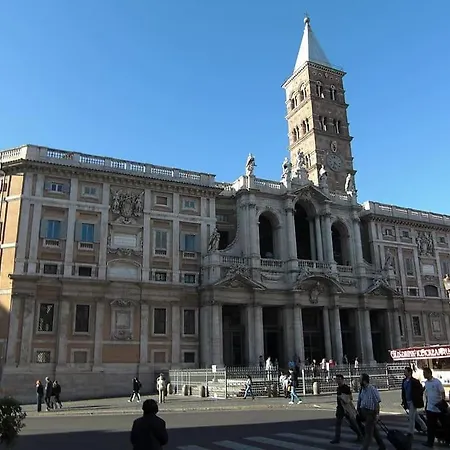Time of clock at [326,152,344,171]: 4:33
